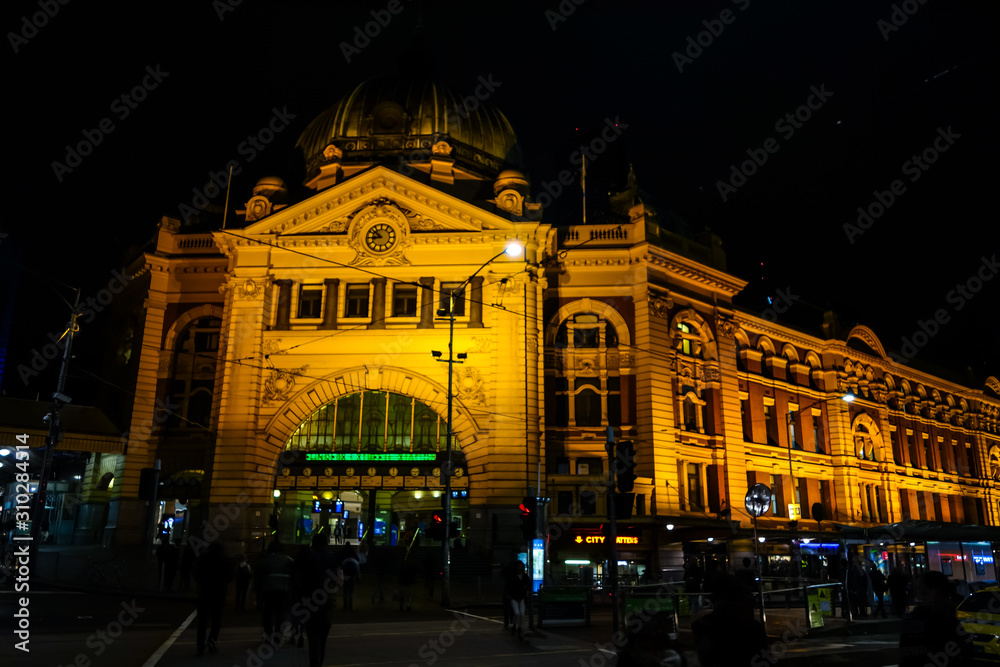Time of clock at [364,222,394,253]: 8:51
